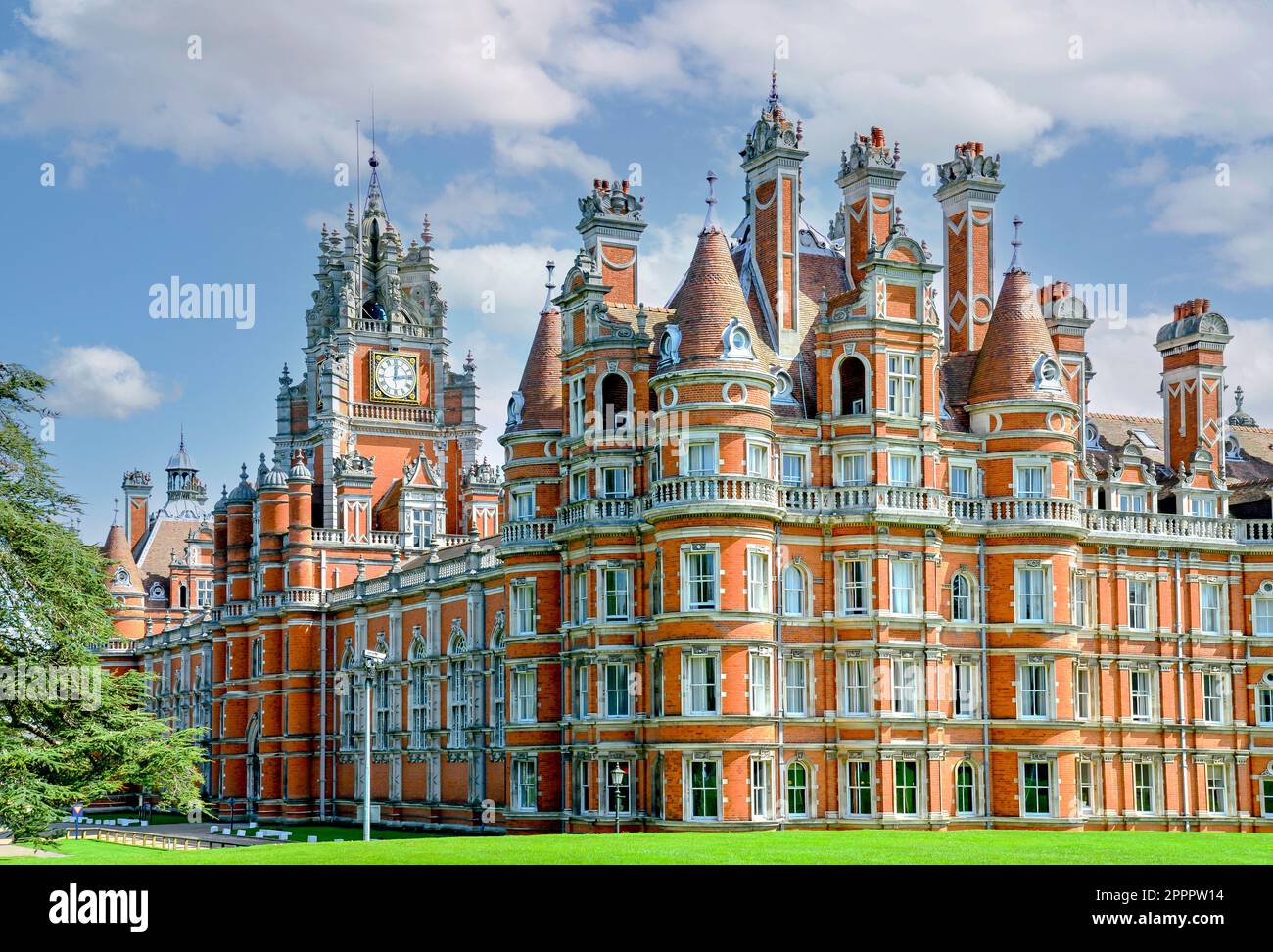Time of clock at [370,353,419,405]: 12:13
